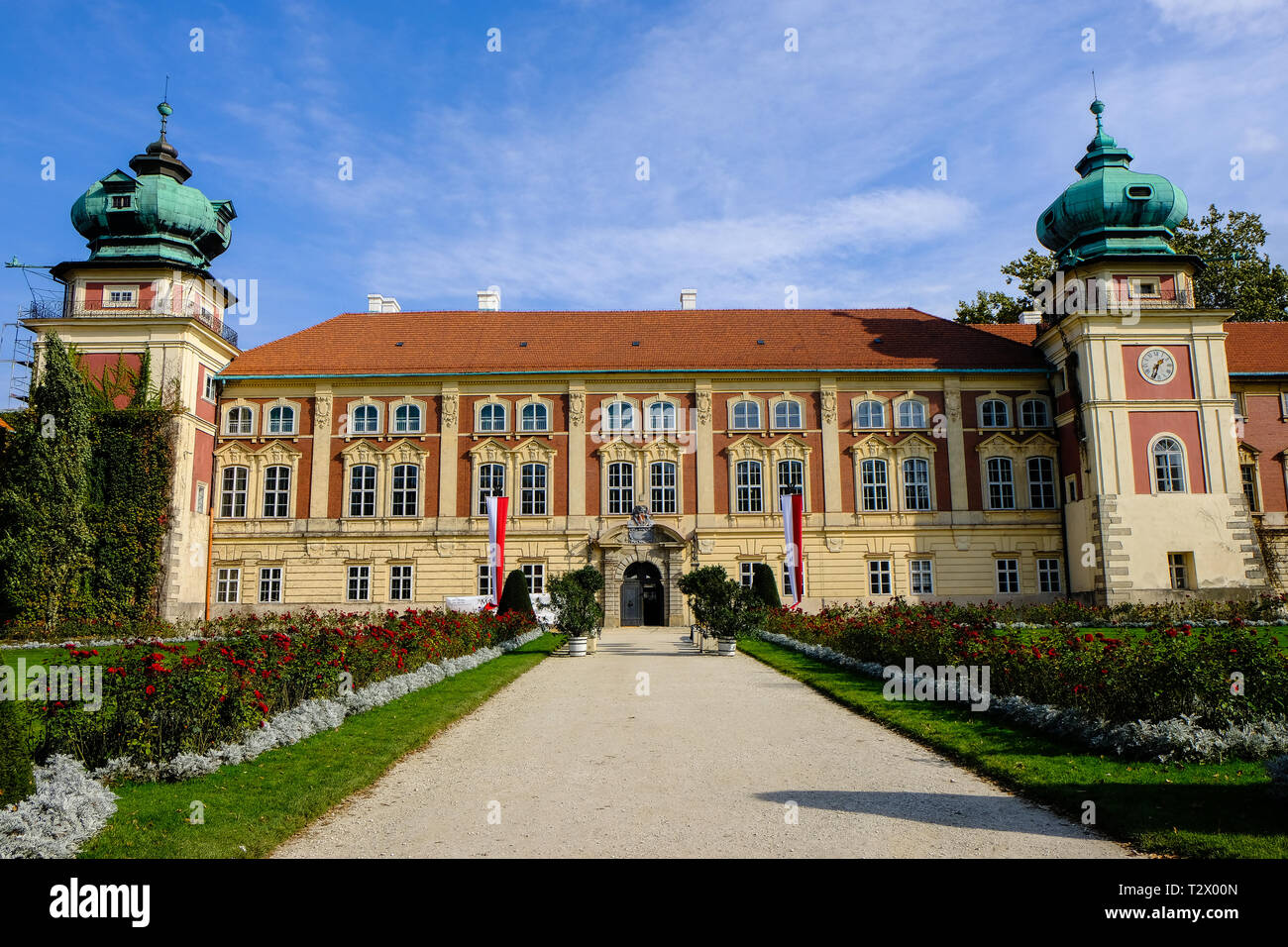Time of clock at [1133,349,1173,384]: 1:33
